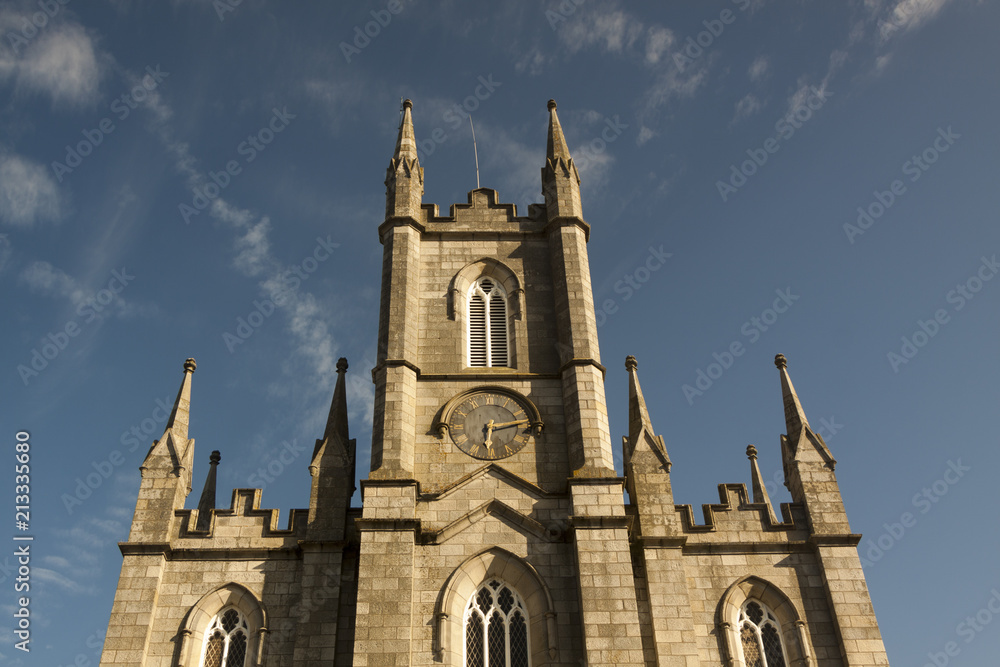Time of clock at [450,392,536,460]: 6:13
